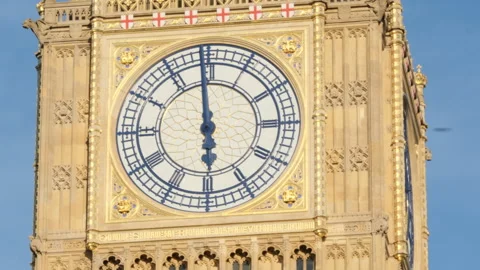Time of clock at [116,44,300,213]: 5:58
